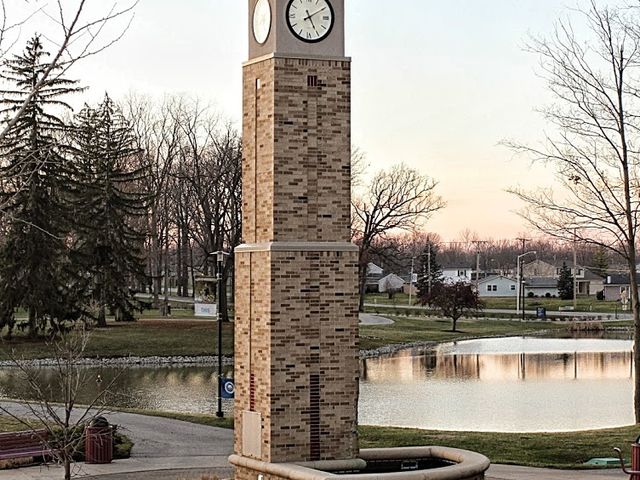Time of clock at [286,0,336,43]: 5:09
